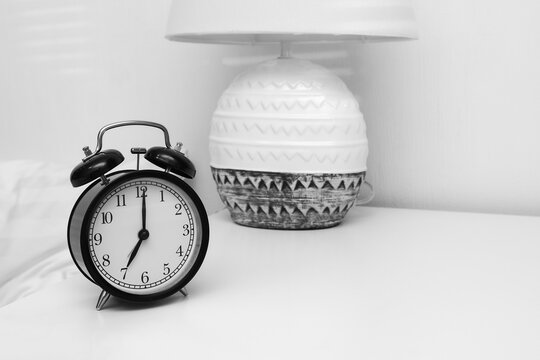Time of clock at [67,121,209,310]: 7:00
